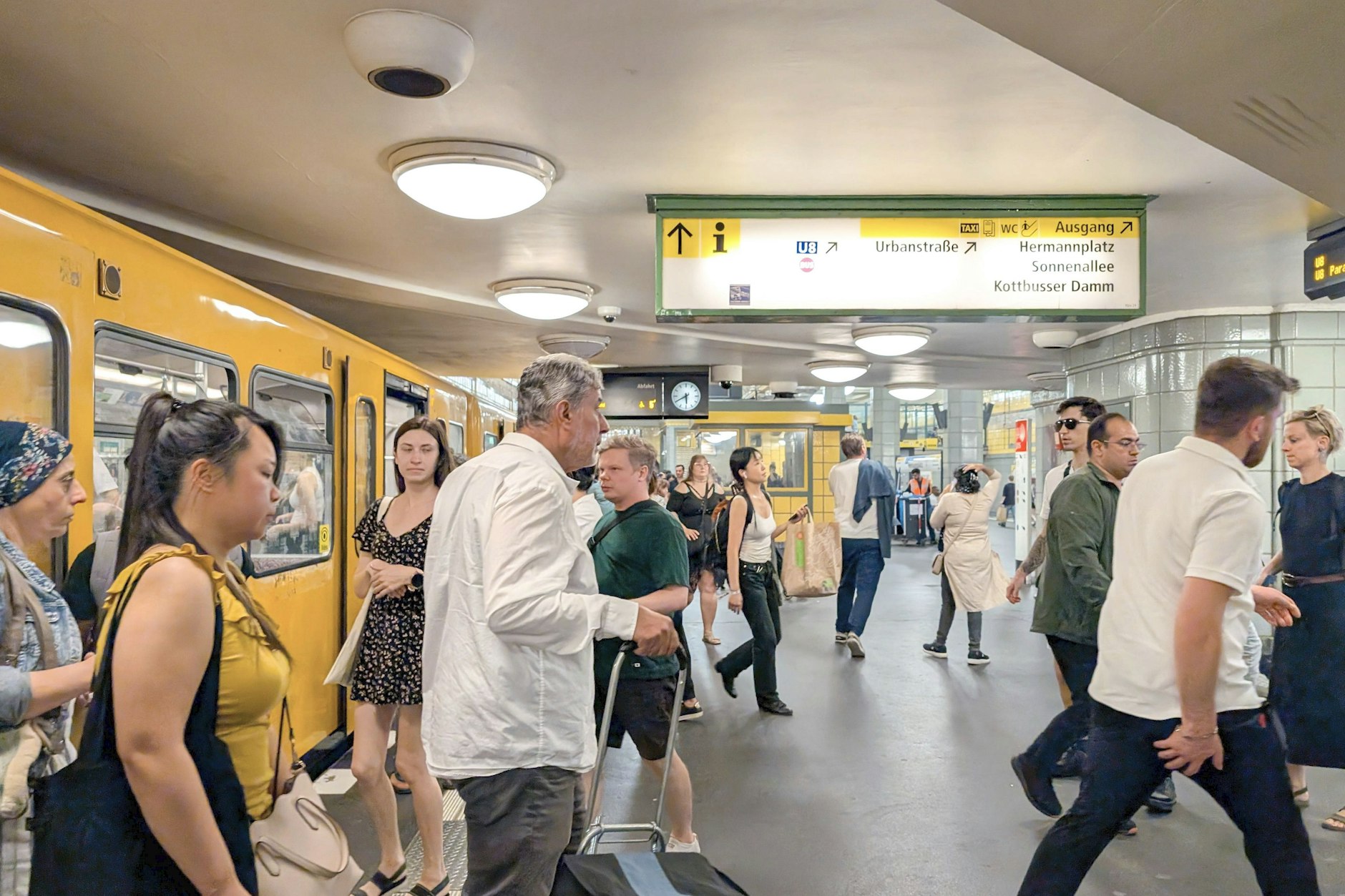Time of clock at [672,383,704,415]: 5:40
